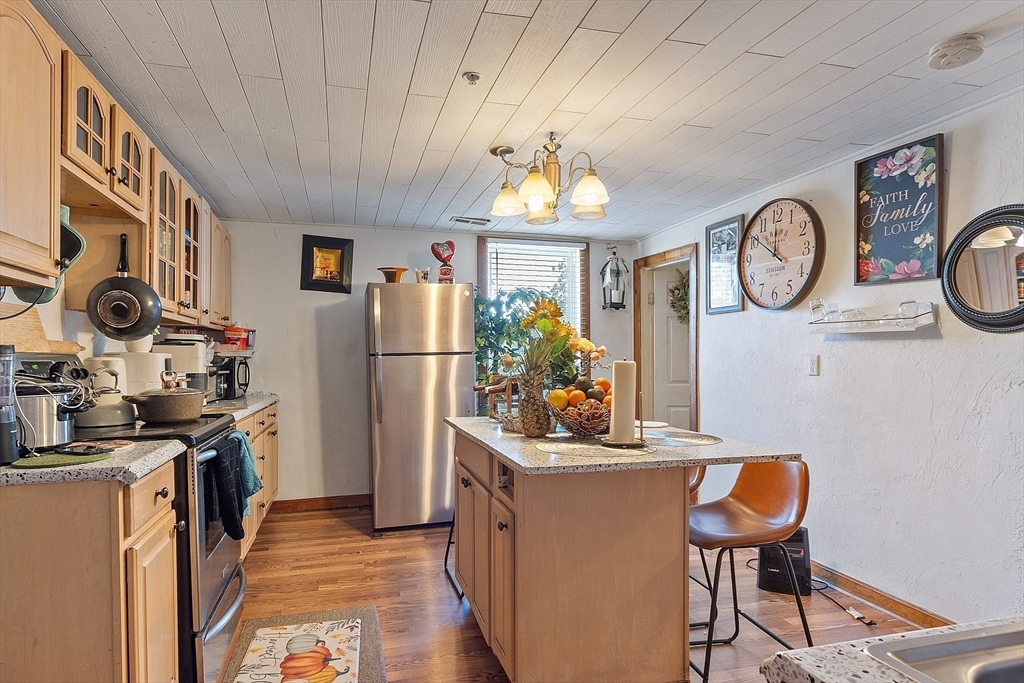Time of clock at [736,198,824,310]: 11:50
